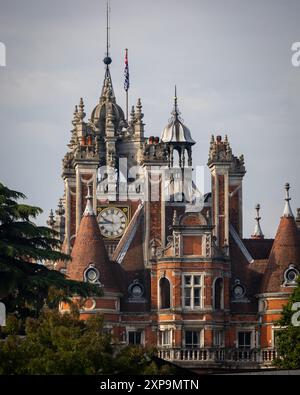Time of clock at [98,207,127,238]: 9:44
